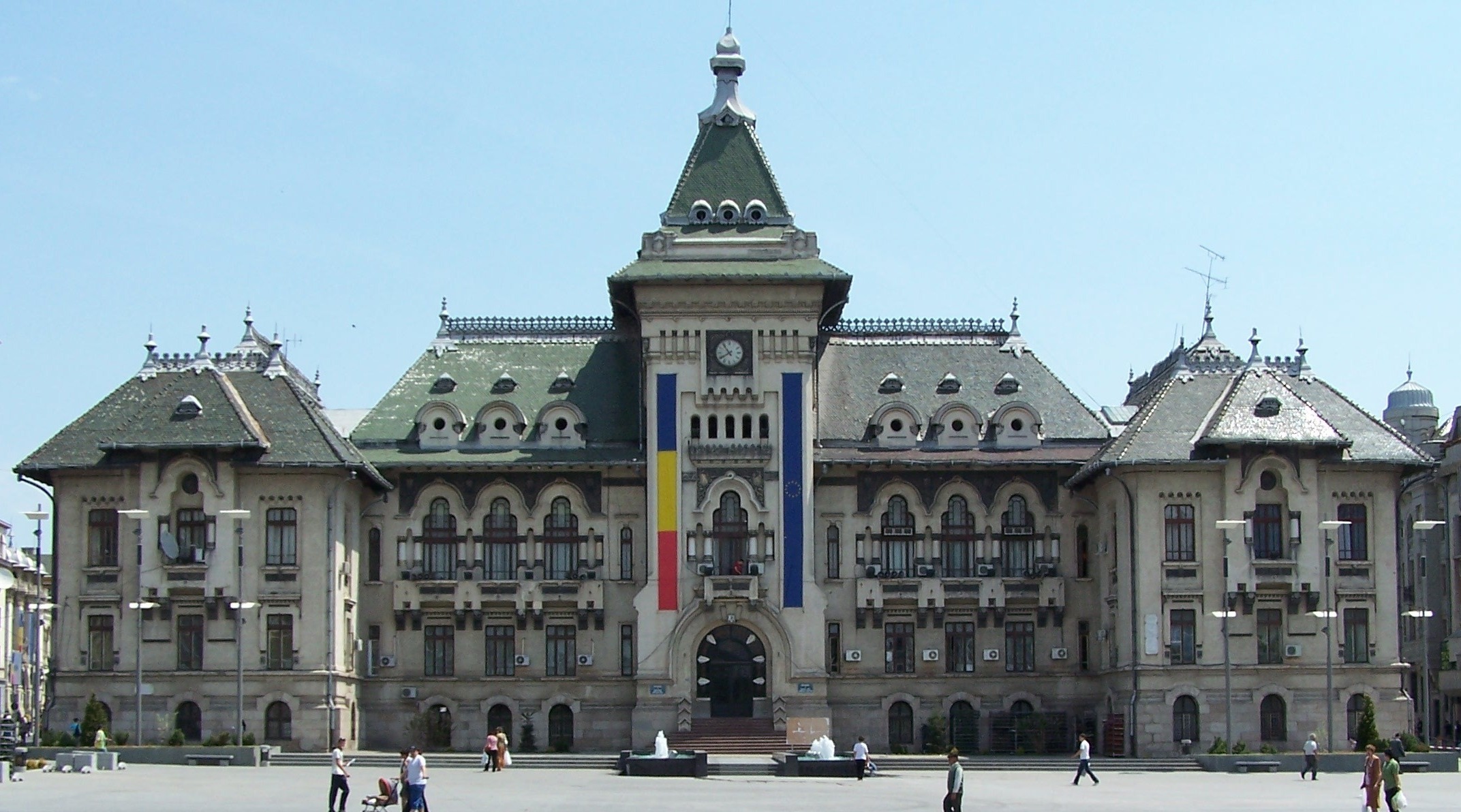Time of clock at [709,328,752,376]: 7:54
